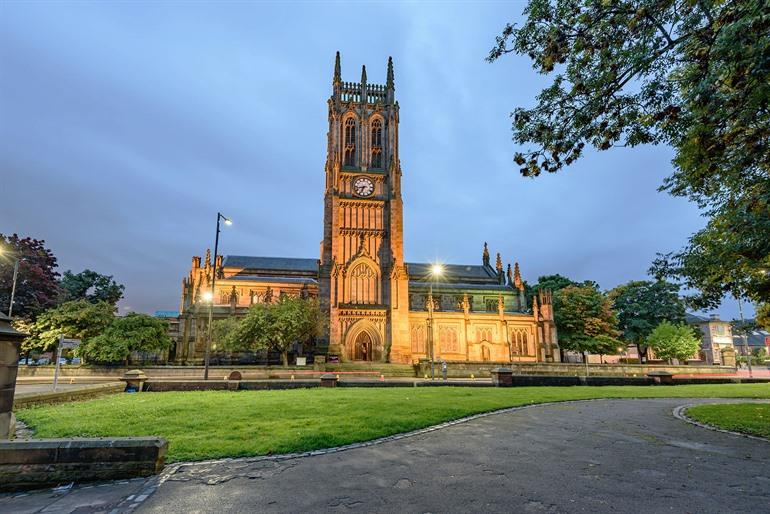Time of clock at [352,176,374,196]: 6:42
